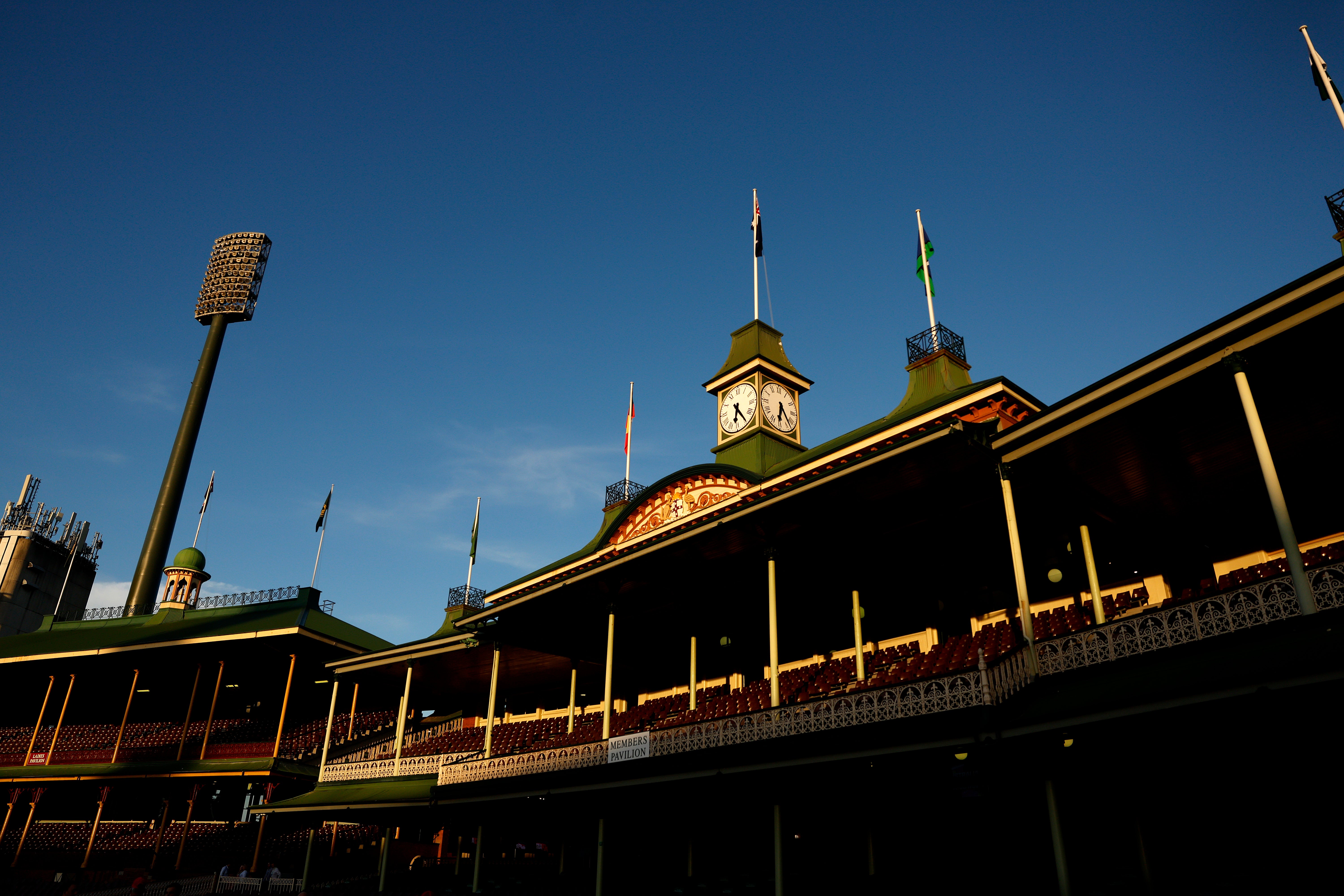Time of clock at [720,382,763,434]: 6:24
